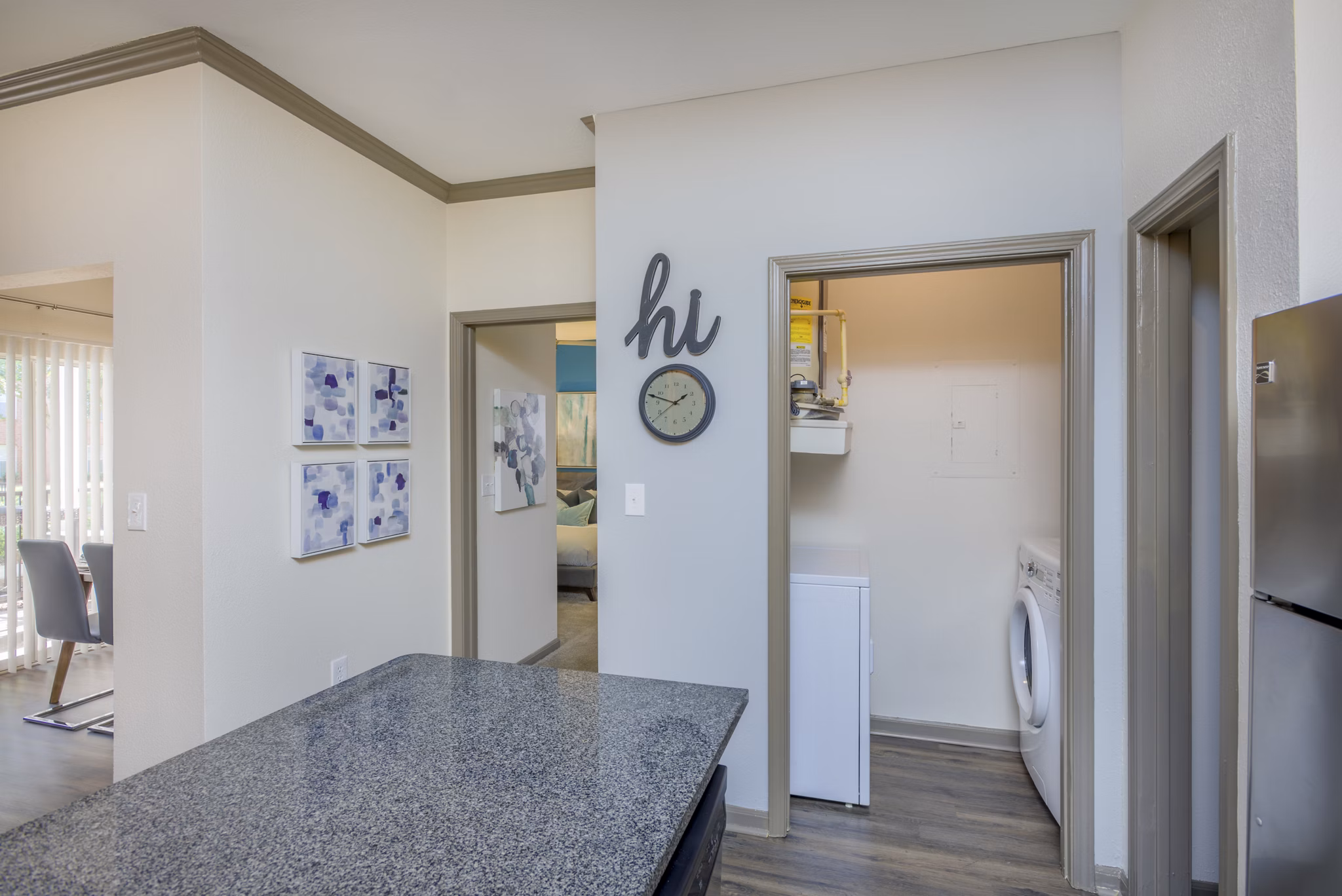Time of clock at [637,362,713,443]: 1:47
